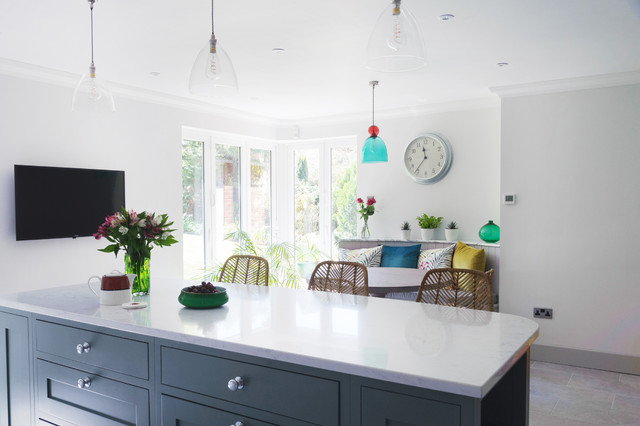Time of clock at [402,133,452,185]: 11:36
